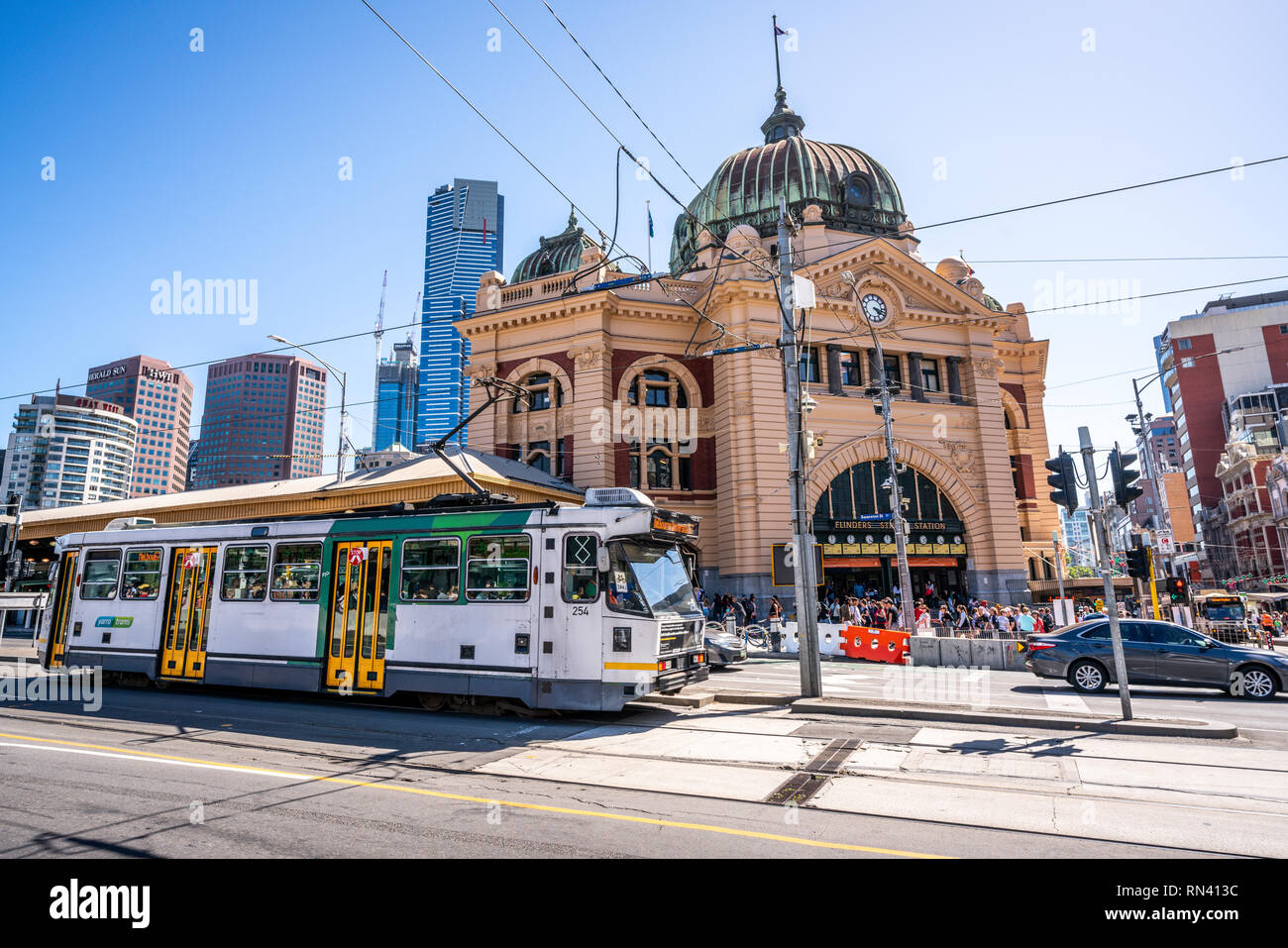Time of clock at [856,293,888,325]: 4:17
